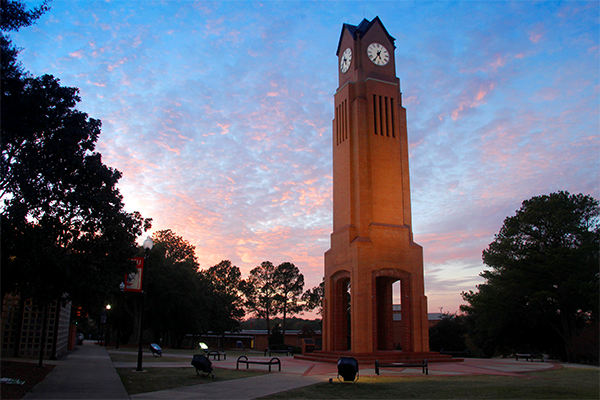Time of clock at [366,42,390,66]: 5:35
